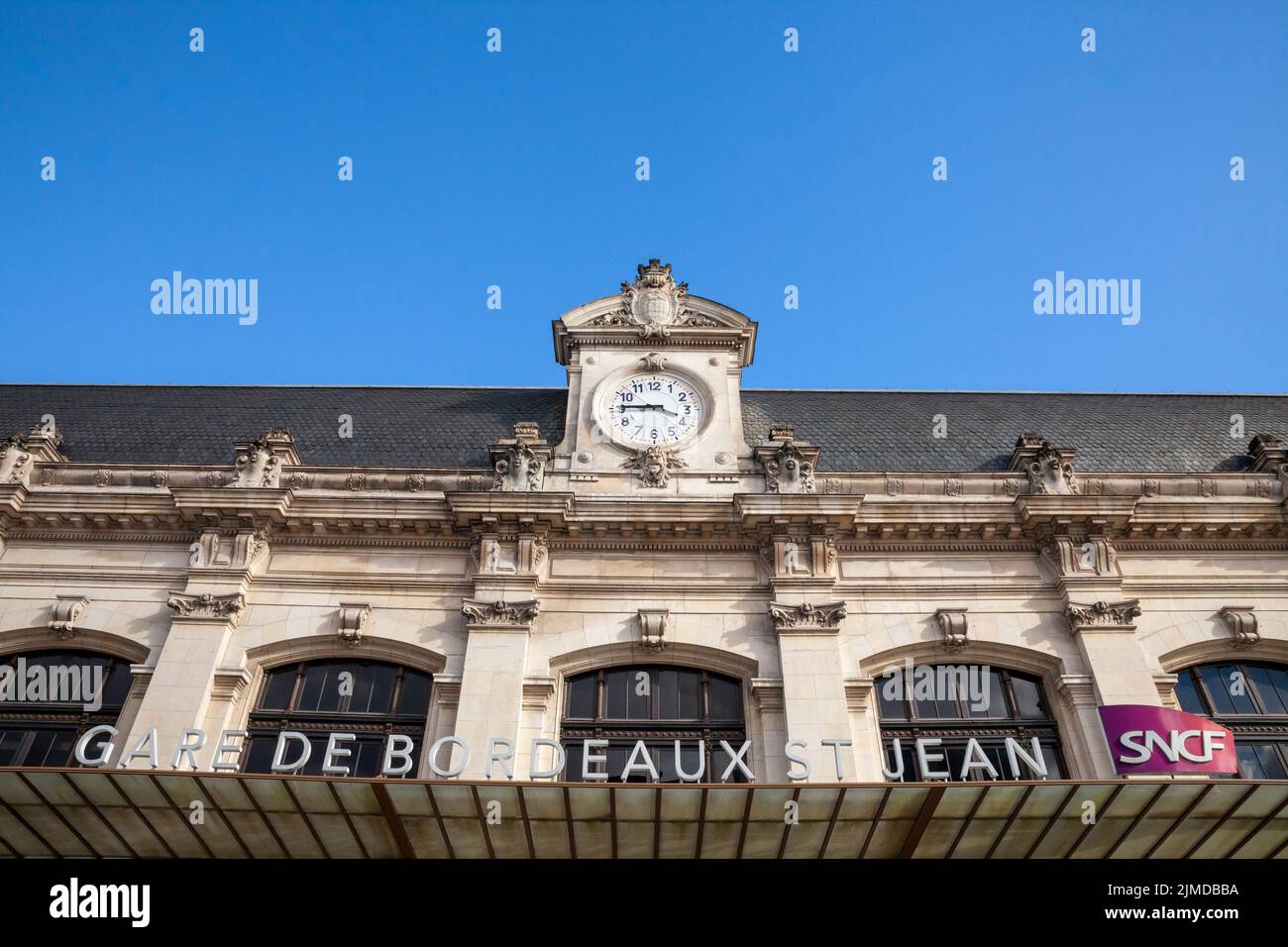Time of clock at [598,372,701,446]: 3:45
